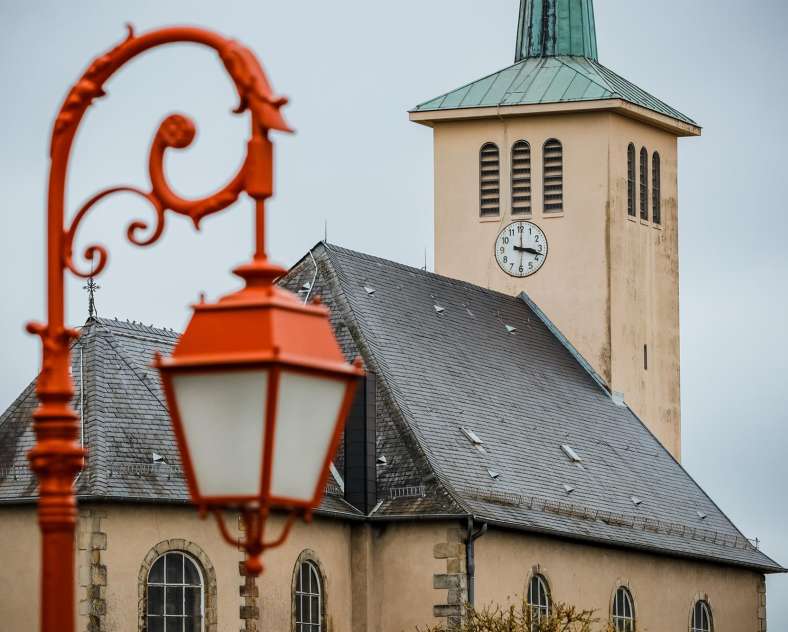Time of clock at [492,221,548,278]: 3:17
